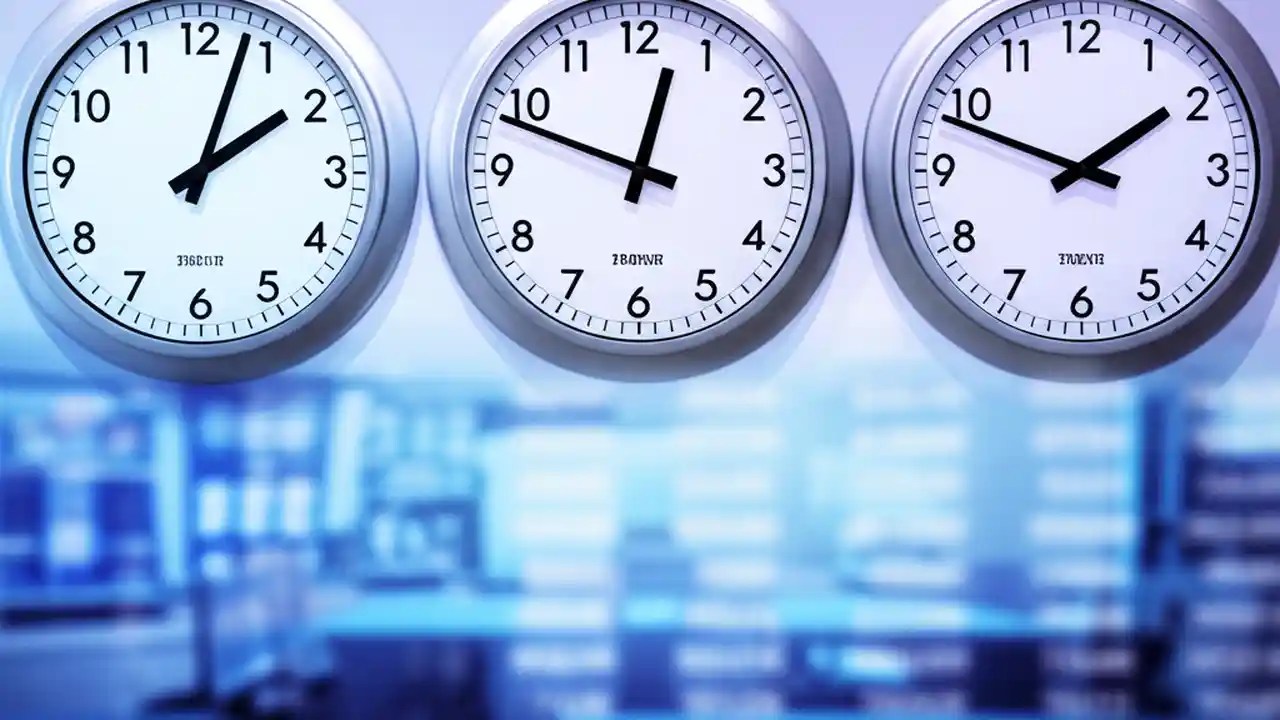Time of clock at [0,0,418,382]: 2:03
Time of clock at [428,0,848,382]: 12:48
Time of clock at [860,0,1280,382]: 1:48
